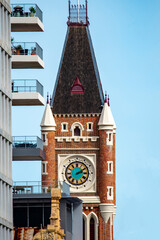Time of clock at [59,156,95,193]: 2:09
